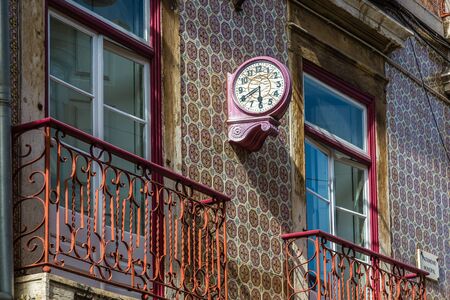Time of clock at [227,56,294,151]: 5:40
